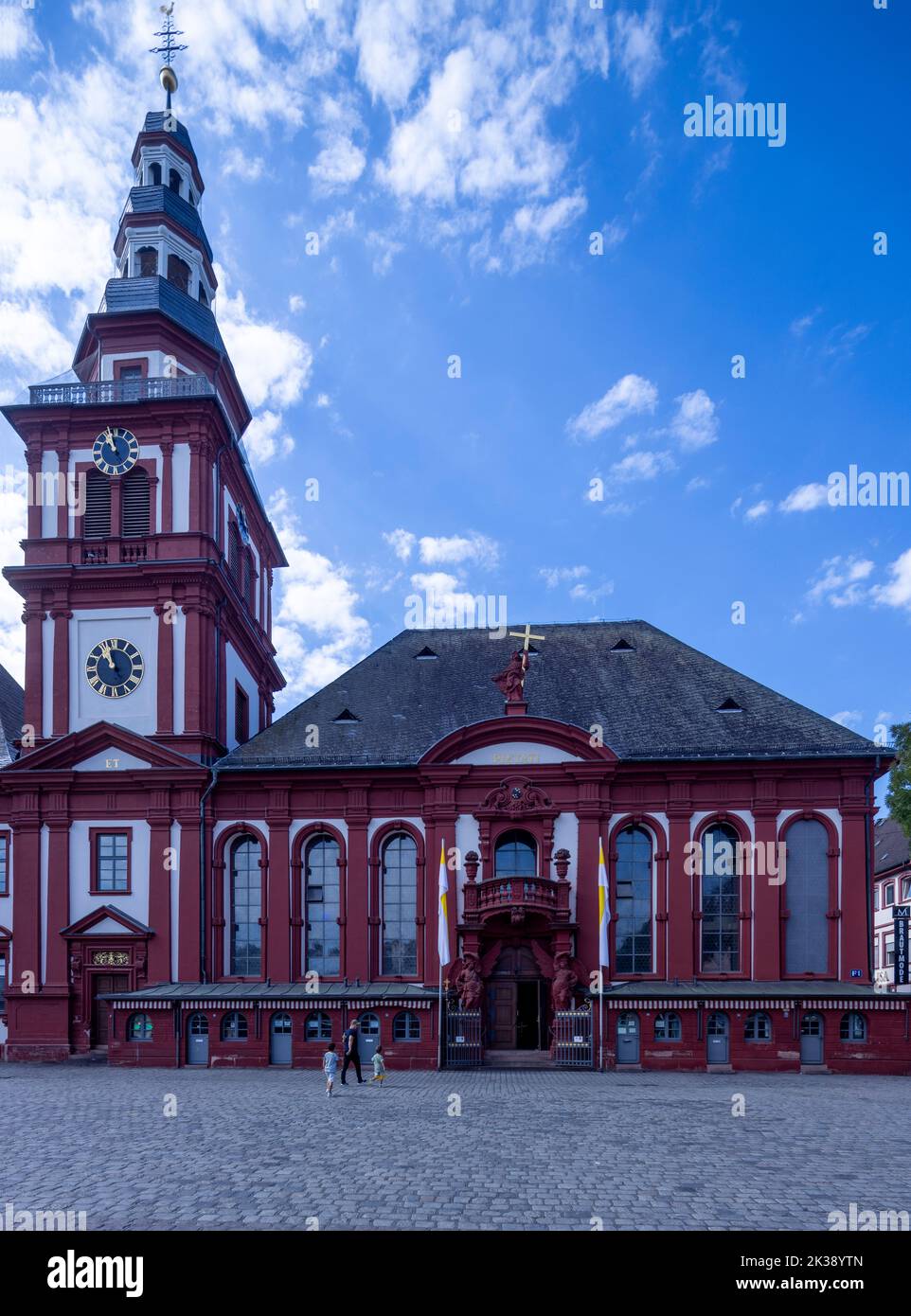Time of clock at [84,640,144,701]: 10:56
